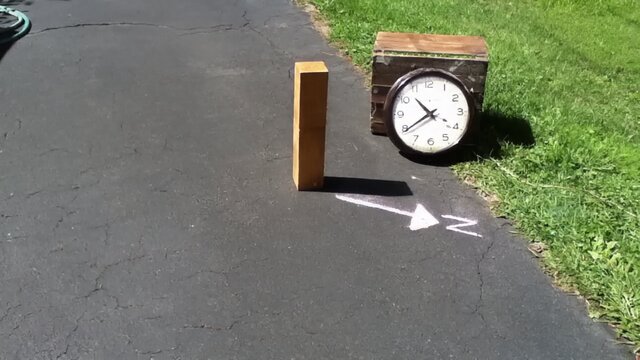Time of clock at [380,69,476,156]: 10:39
